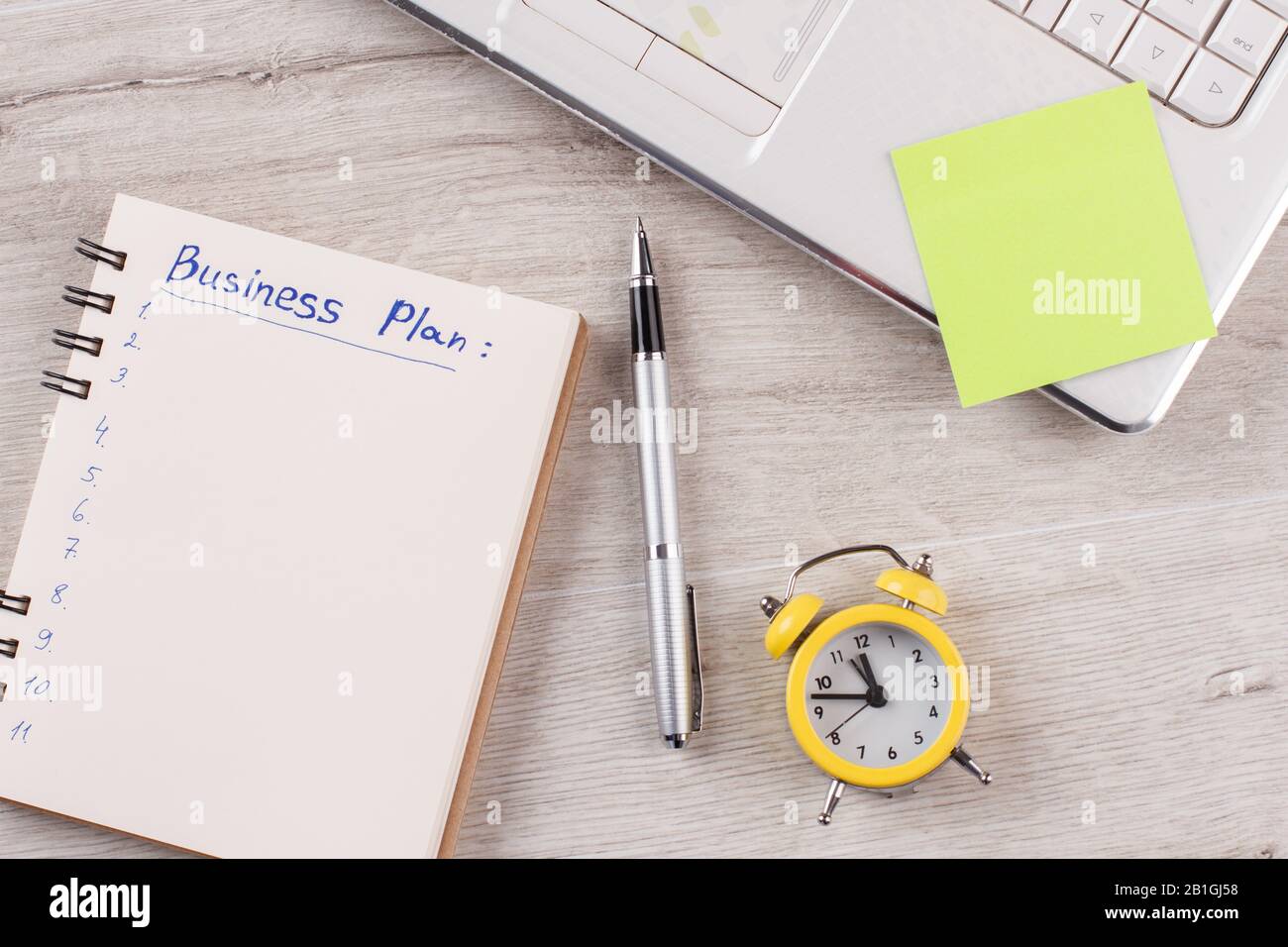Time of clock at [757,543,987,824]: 11:47
